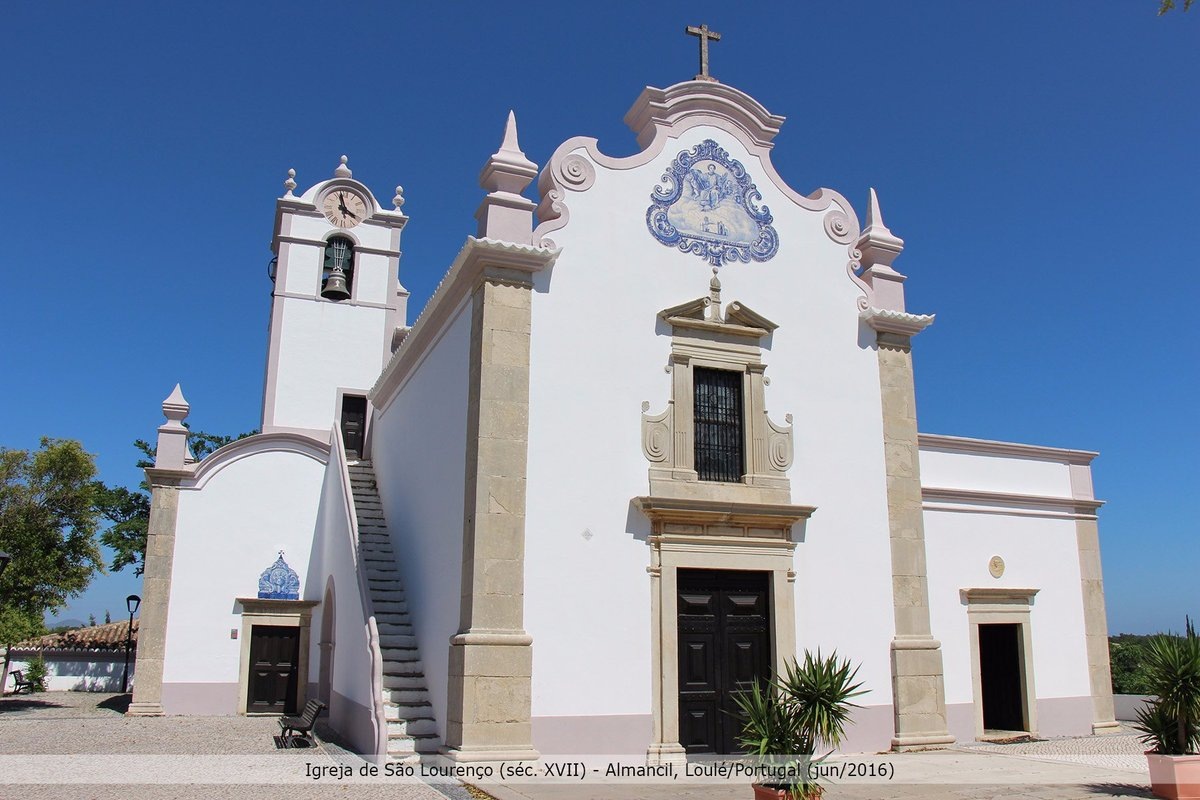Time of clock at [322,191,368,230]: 3:58
